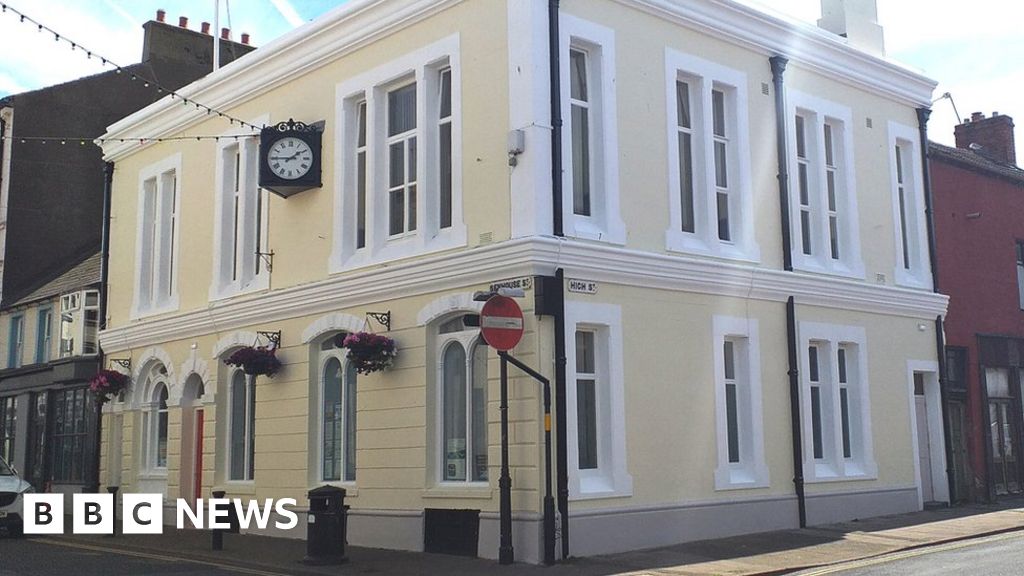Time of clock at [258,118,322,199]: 1:45
